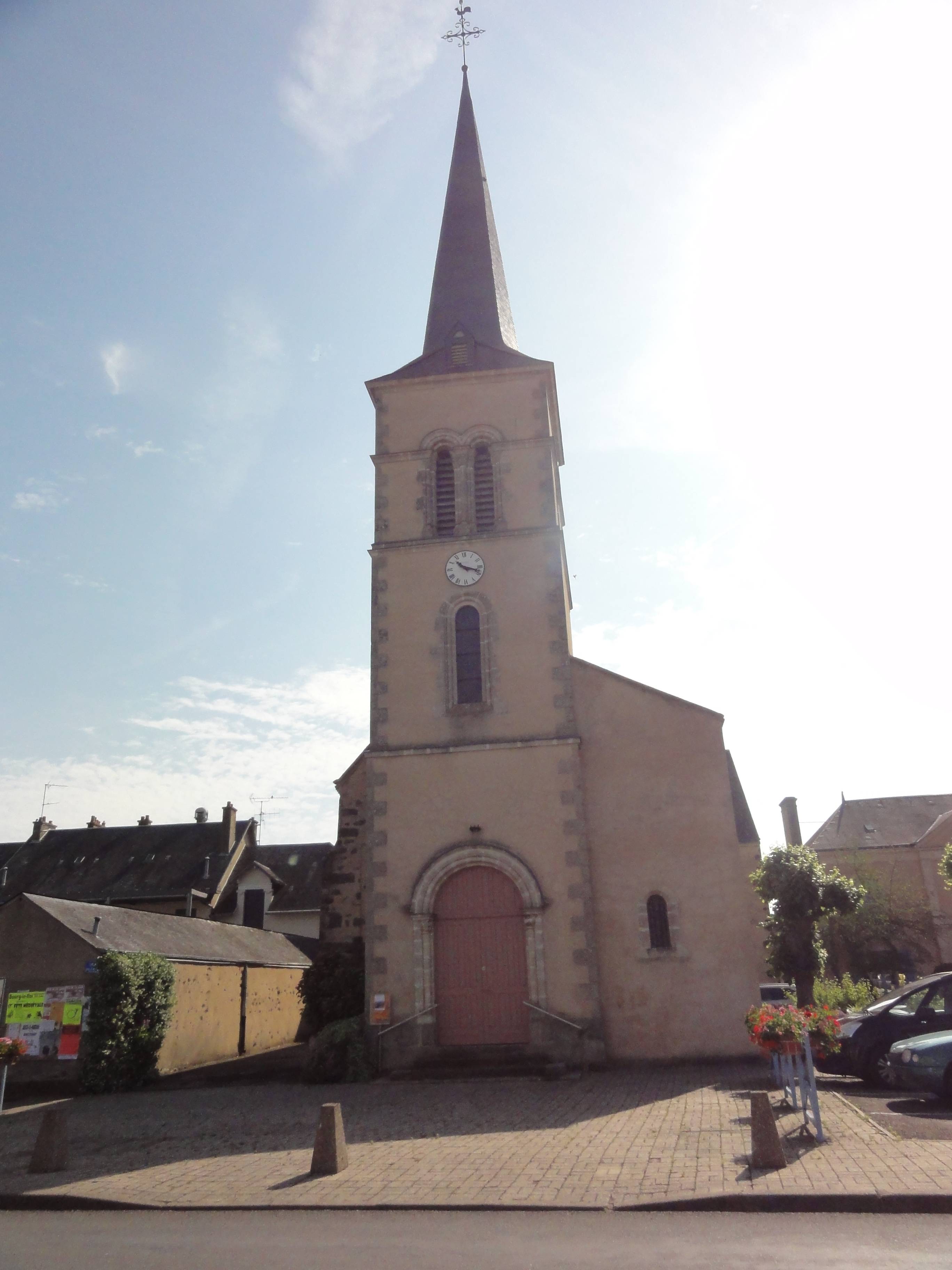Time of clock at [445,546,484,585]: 10:17
